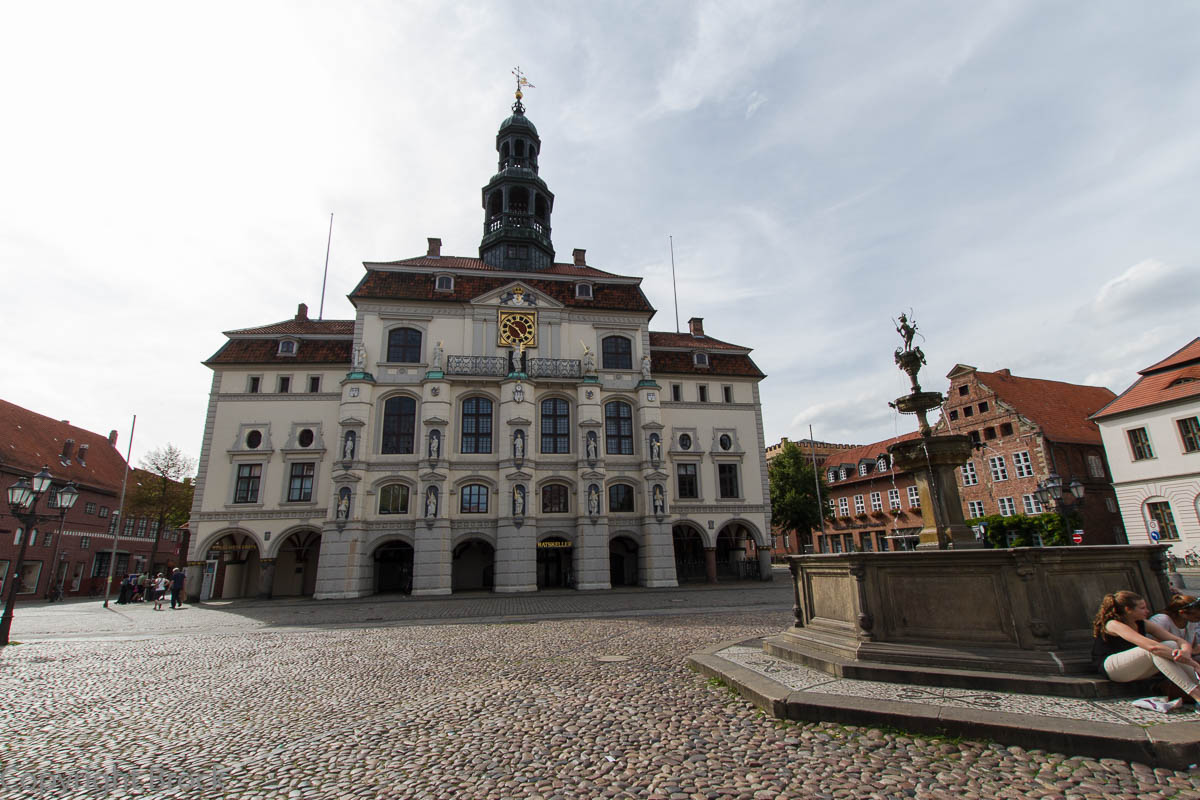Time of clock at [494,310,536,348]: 4:49
